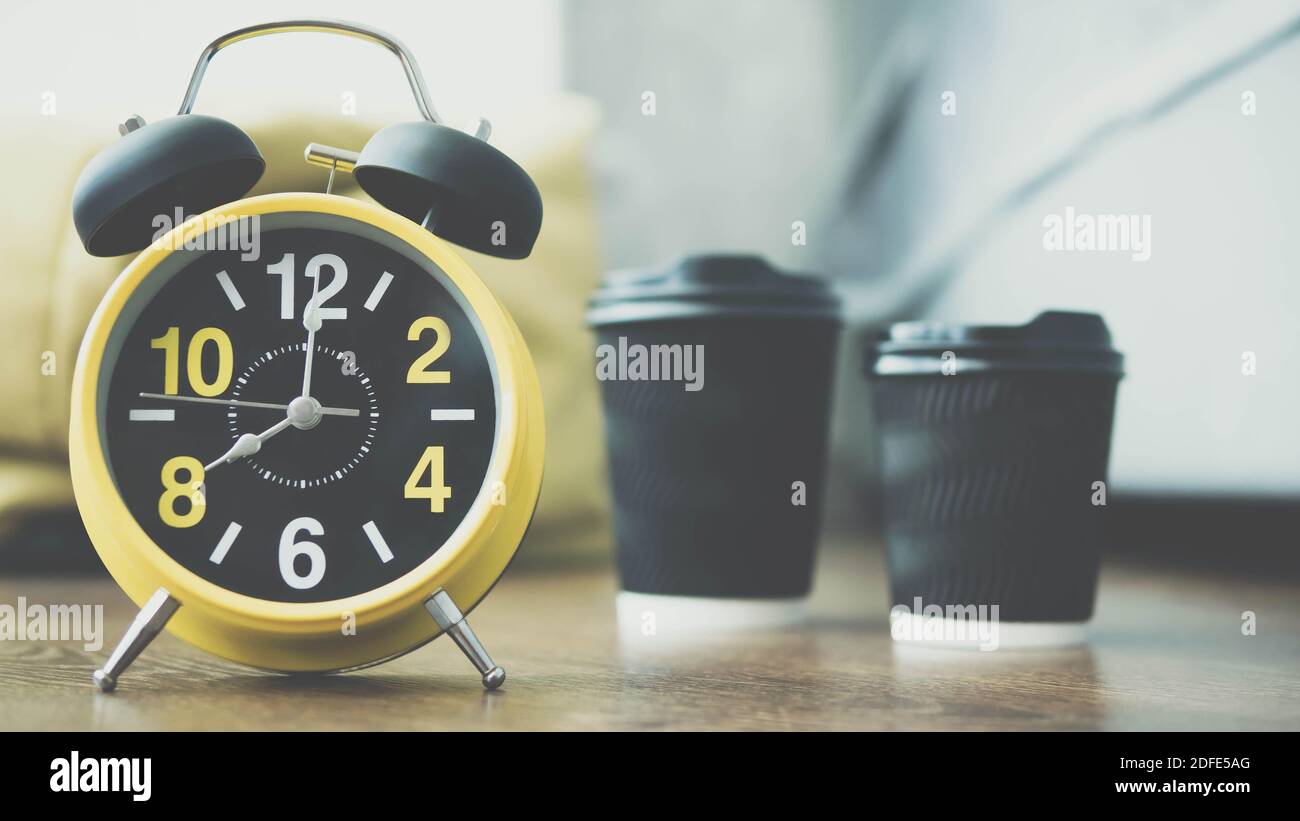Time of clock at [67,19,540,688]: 8:00
